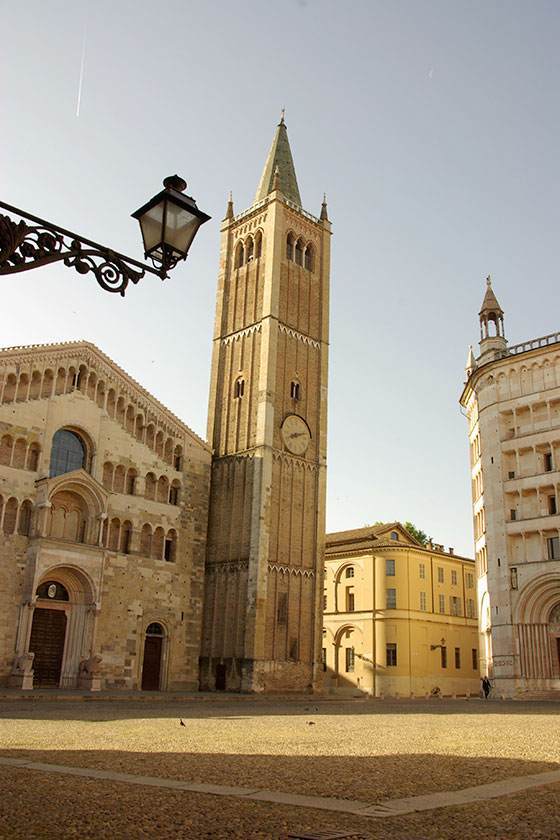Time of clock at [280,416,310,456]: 8:12
